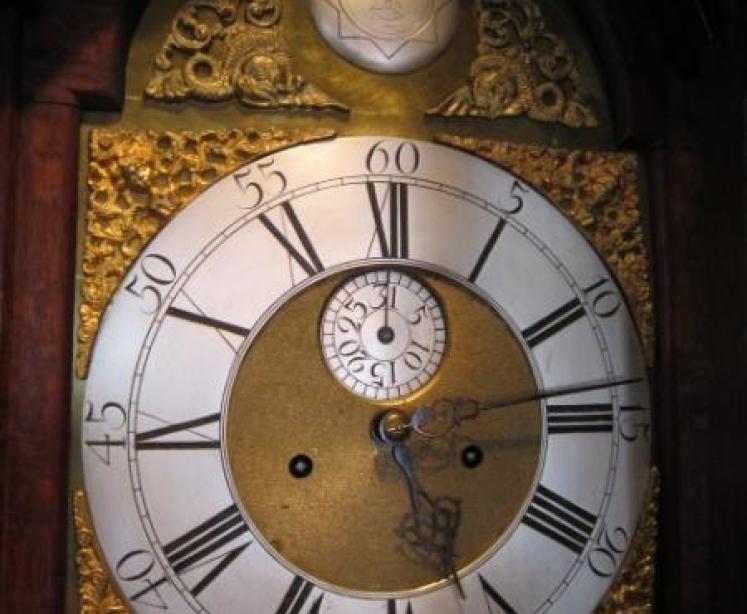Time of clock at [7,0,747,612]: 5:13
